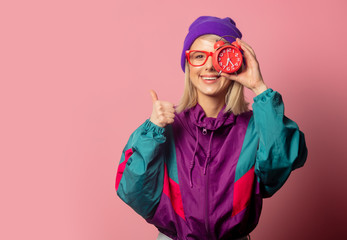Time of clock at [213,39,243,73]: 6:23
